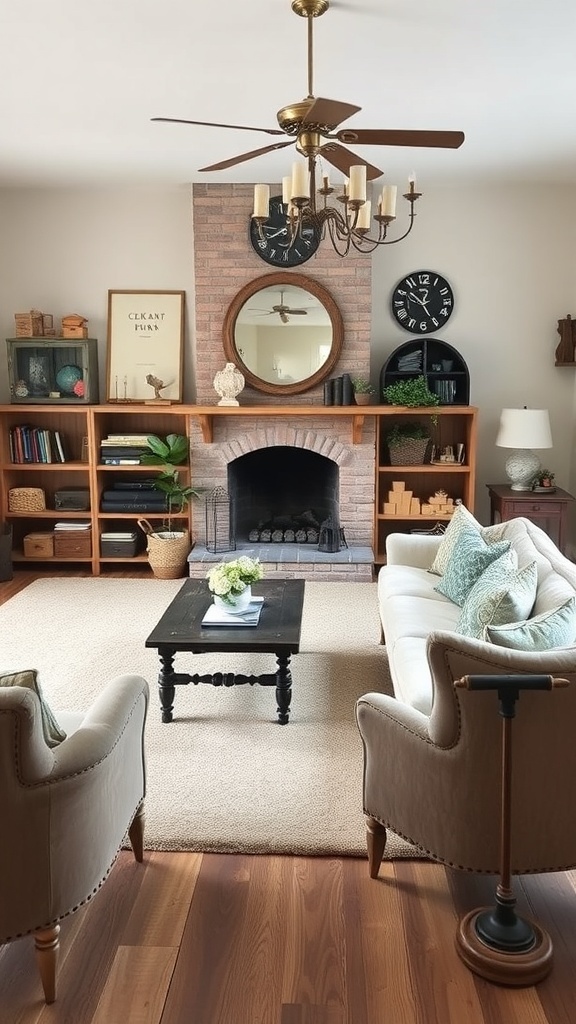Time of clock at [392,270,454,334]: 12:52
